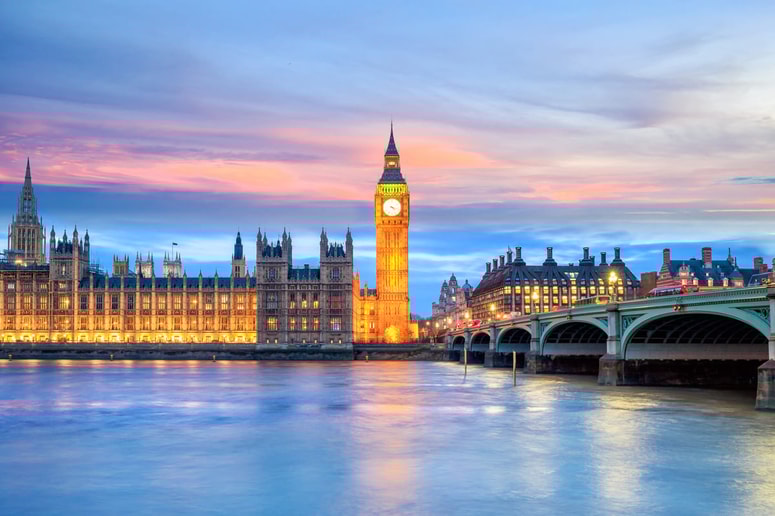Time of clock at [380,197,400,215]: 4:17
